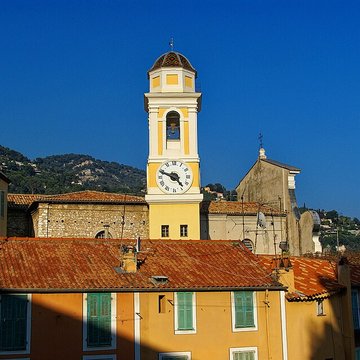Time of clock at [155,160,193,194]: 4:48
